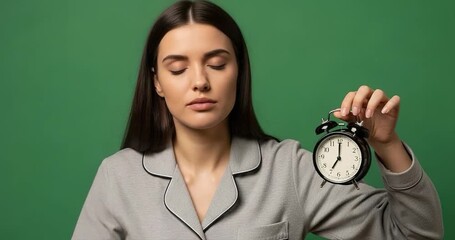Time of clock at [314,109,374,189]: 7:00
